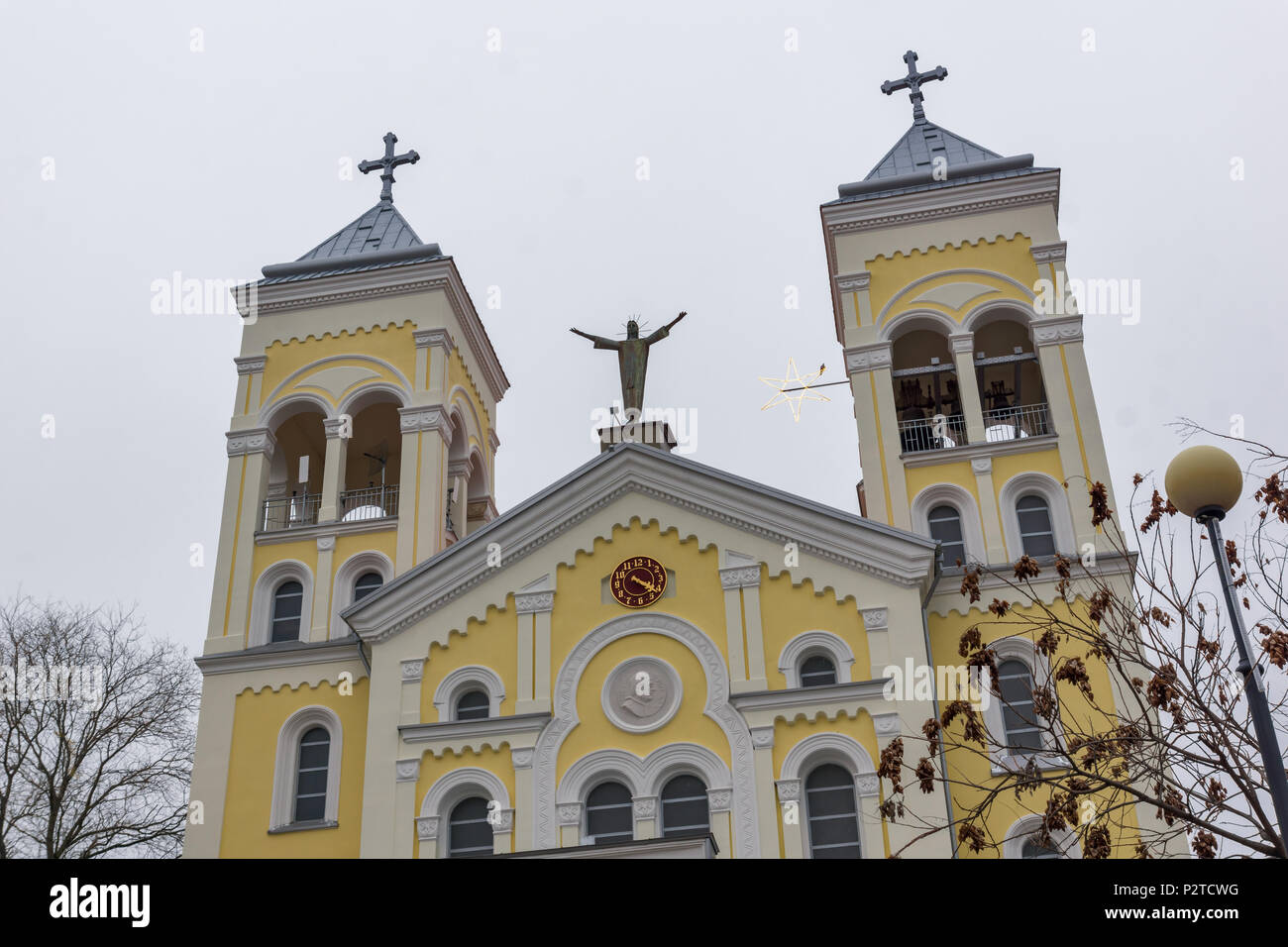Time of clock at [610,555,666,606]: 4:20
